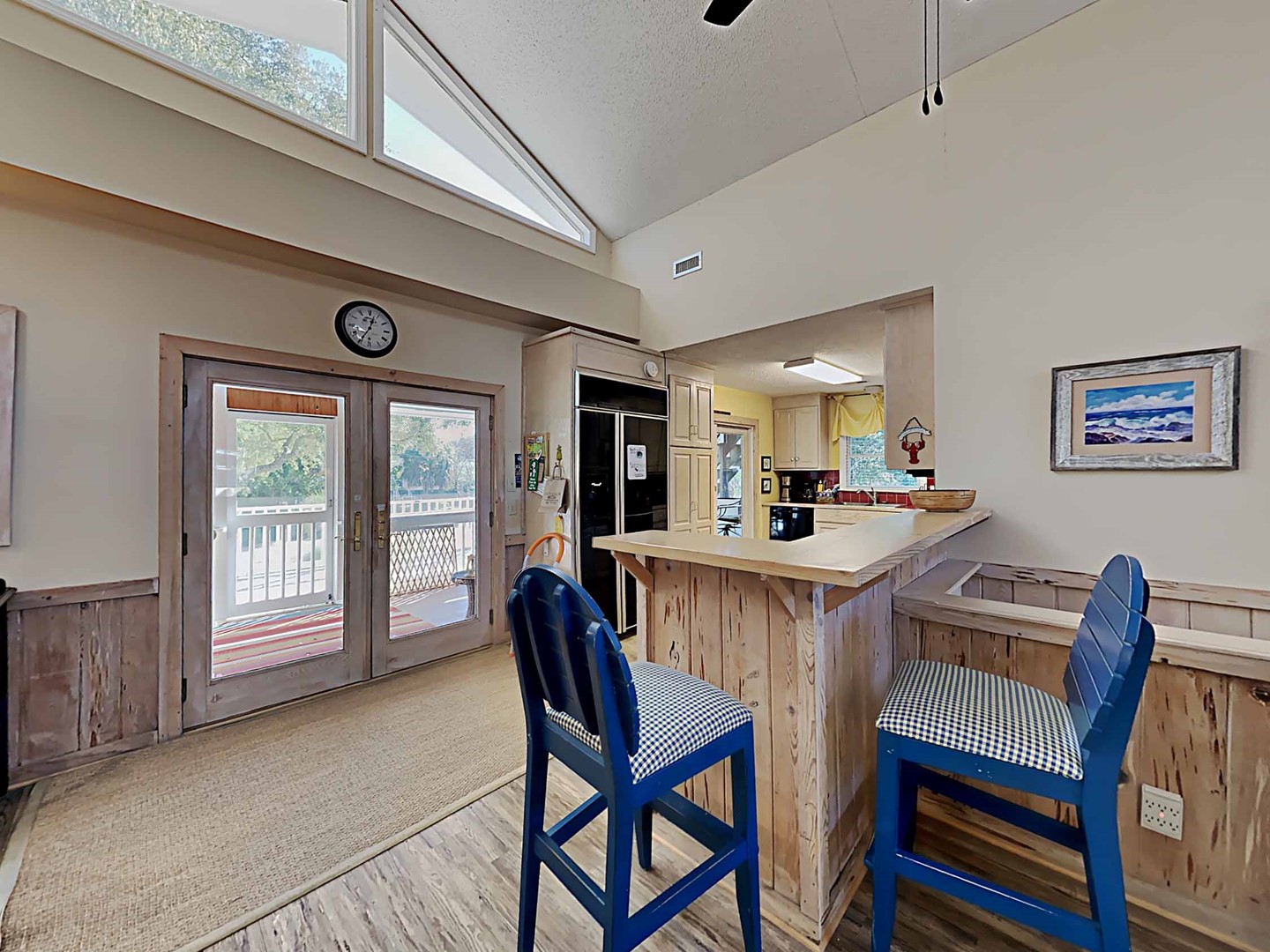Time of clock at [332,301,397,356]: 12:35
